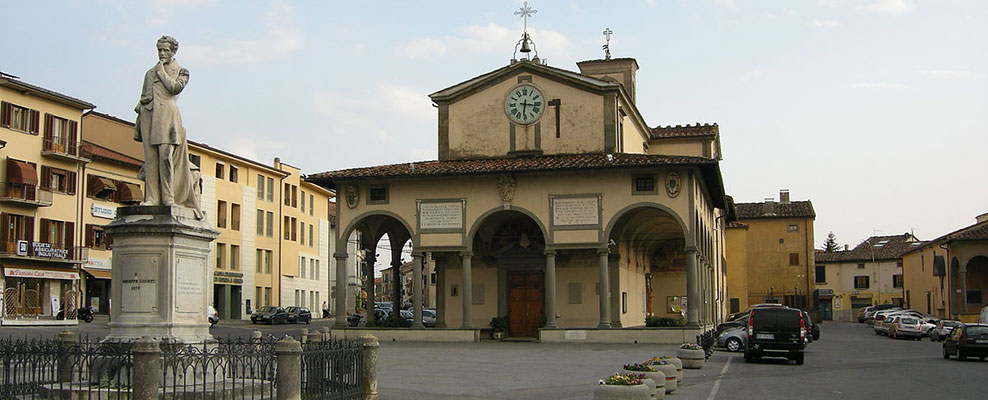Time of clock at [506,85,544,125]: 6:16
